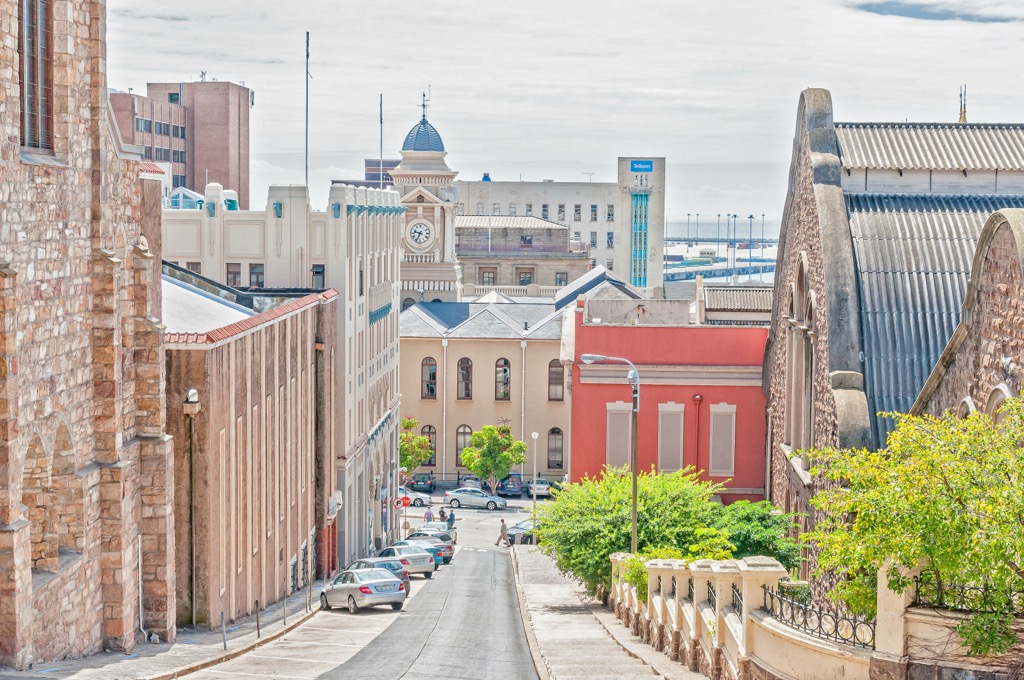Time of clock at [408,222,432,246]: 9:34
